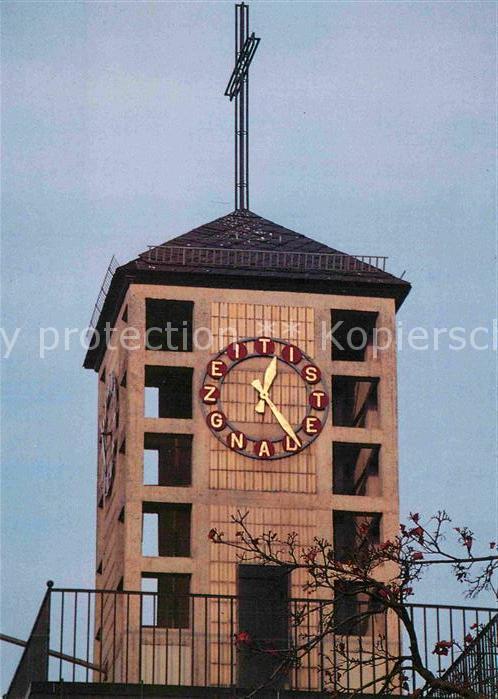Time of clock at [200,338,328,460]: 12:24
